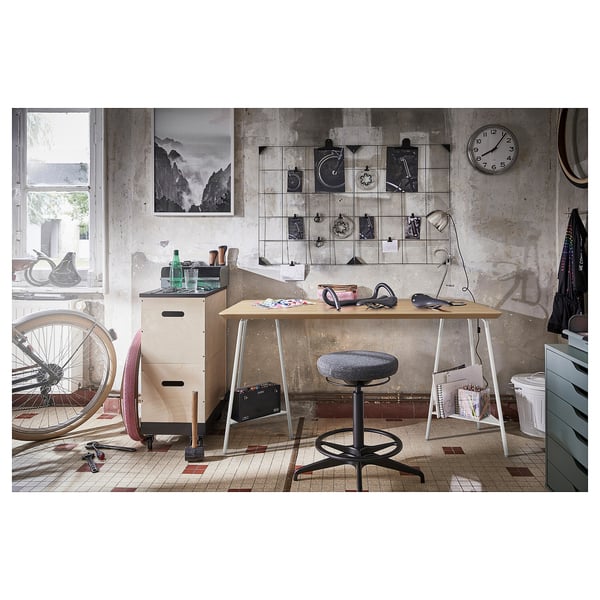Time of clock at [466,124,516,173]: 8:06
